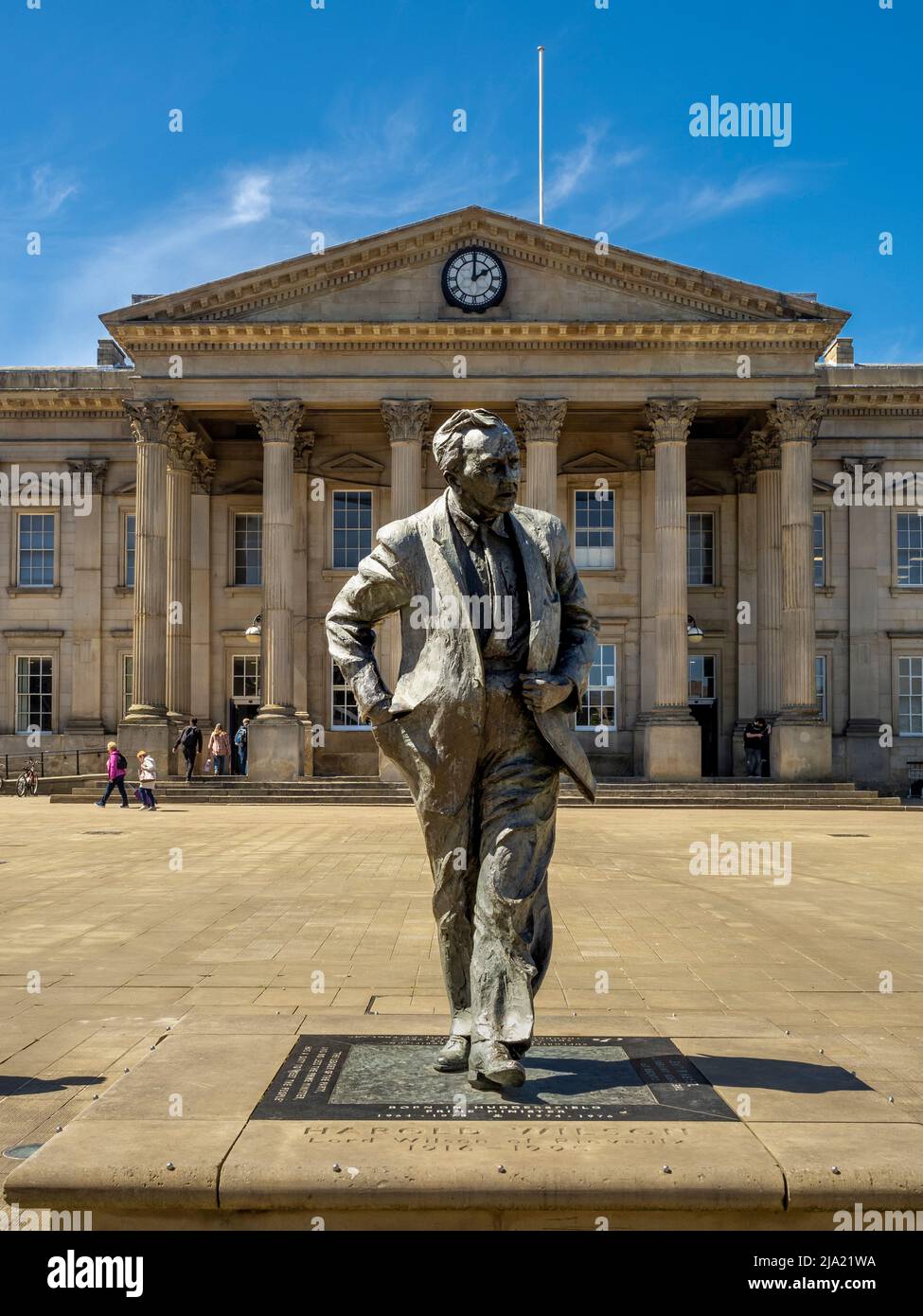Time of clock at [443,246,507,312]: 2:00
